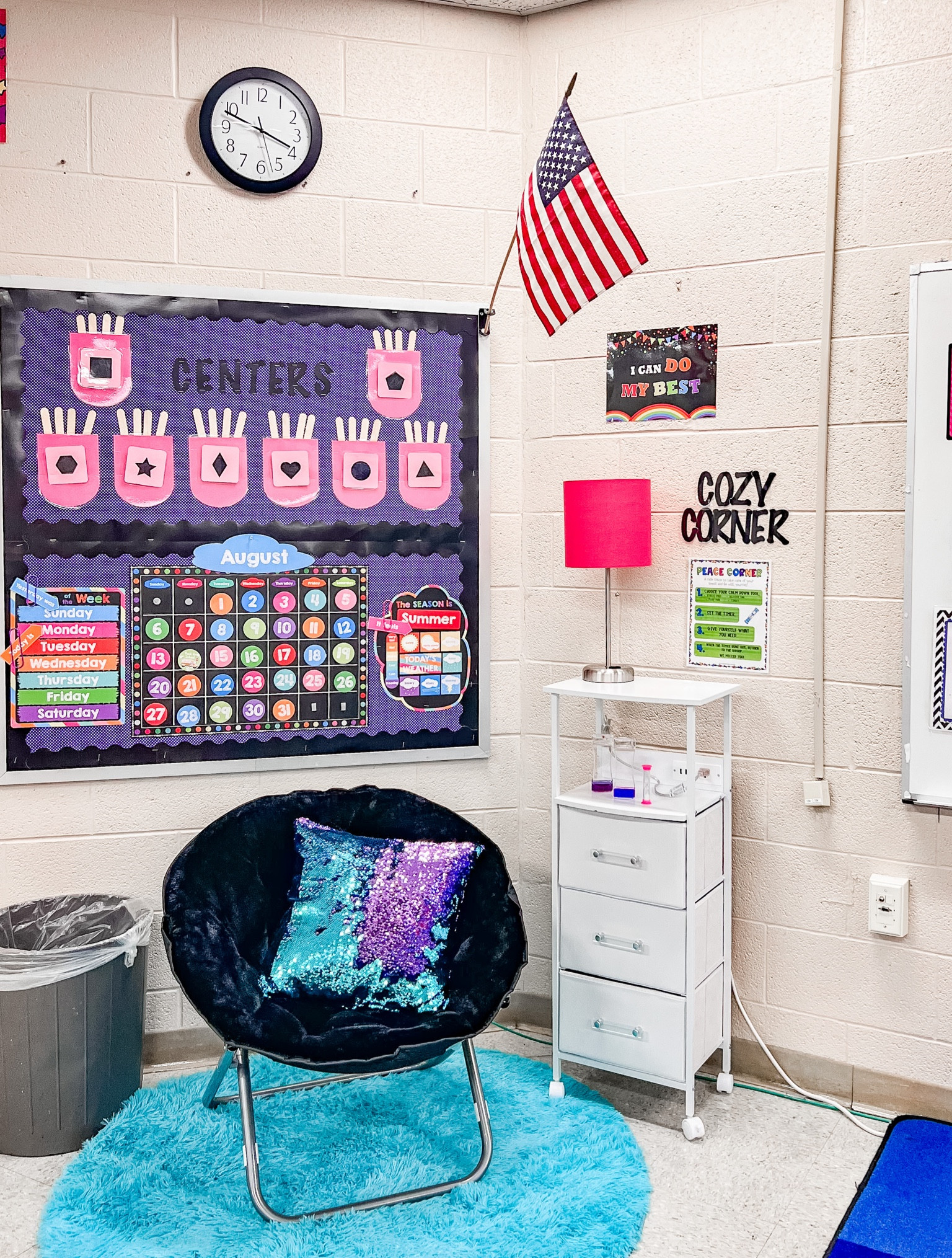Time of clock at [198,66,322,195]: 3:48
